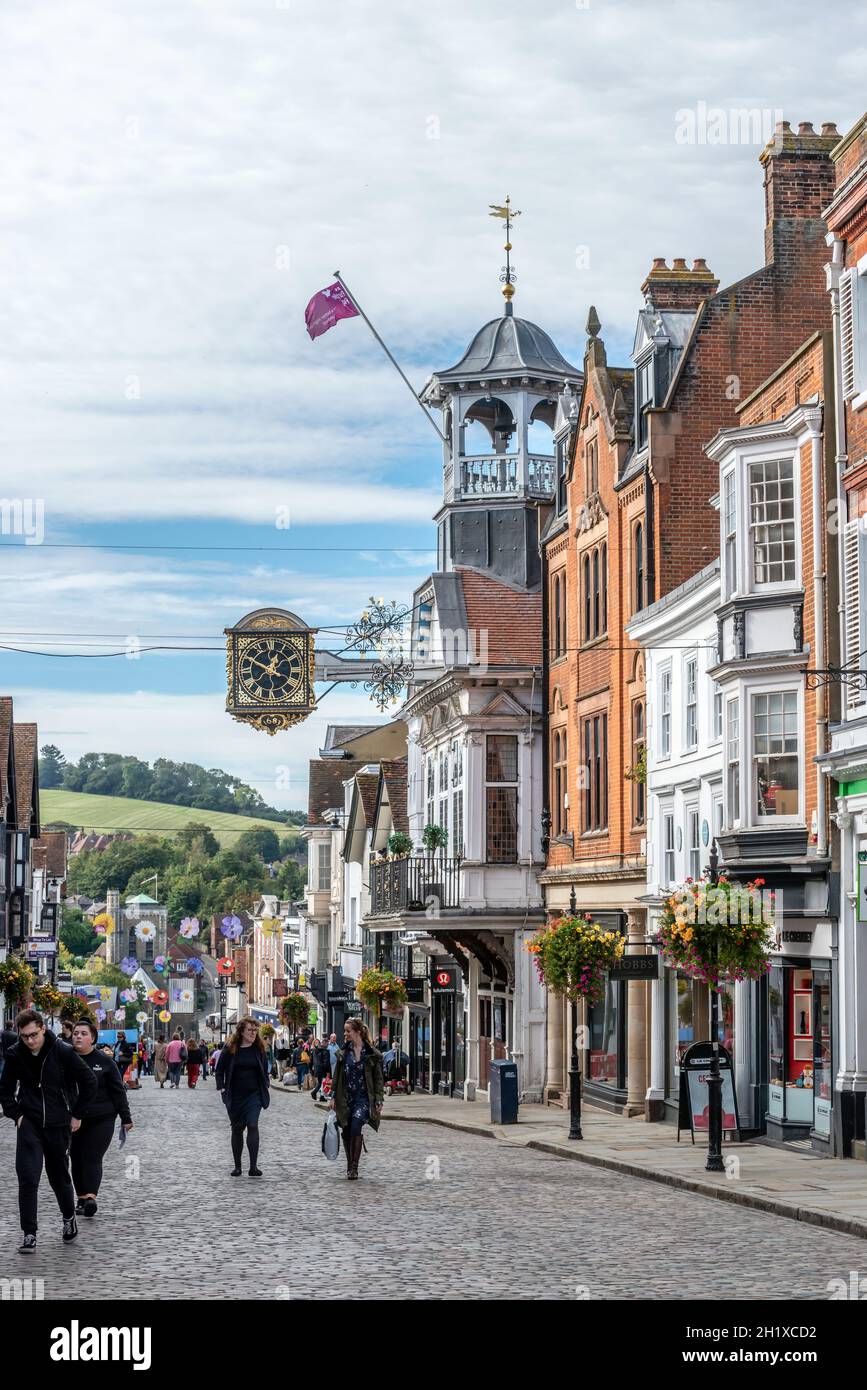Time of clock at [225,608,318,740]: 12:49
